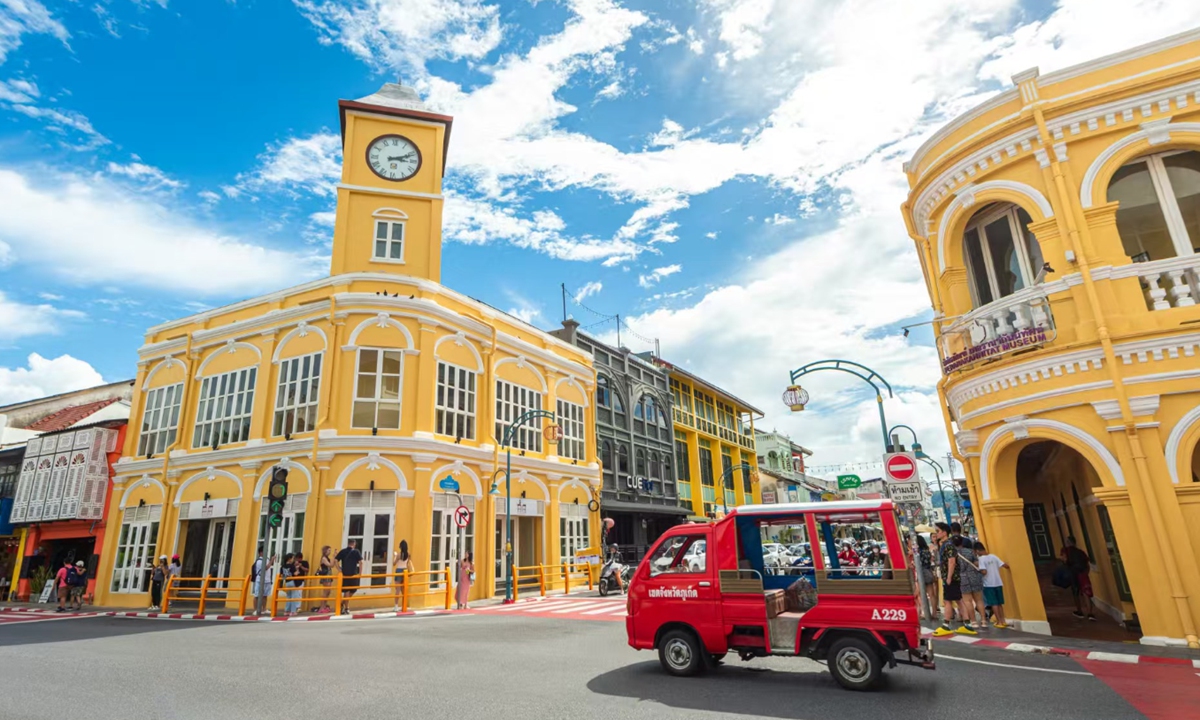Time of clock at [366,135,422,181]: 3:11
